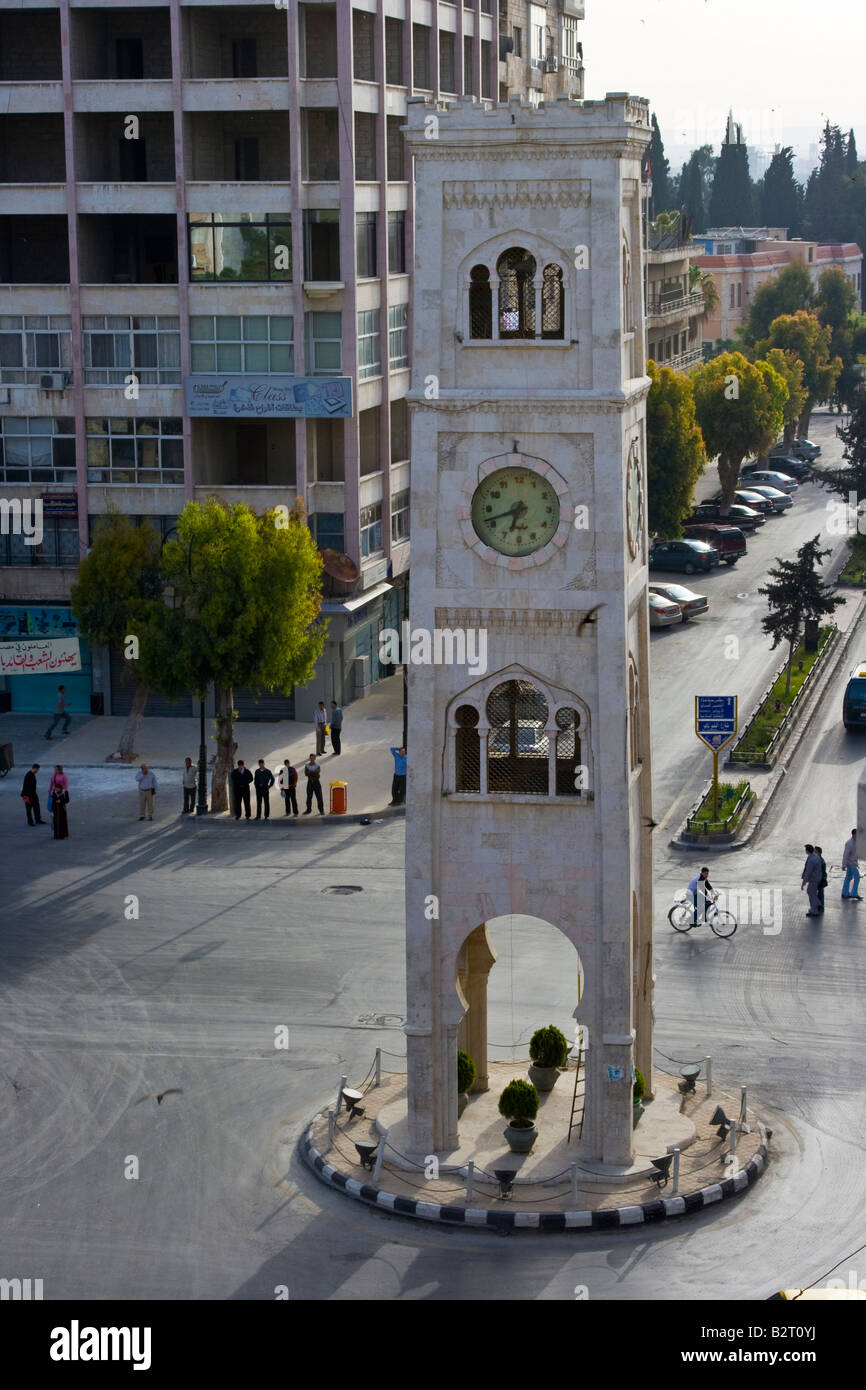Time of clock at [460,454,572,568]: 6:41
